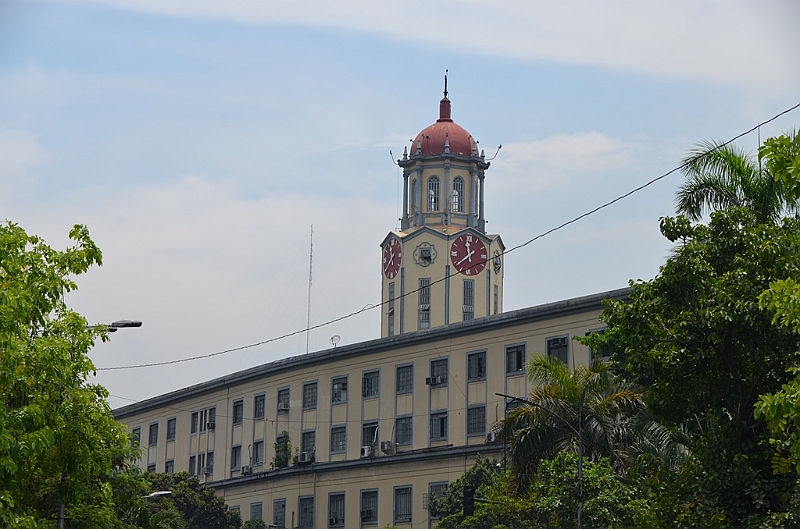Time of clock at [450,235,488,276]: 11:38
